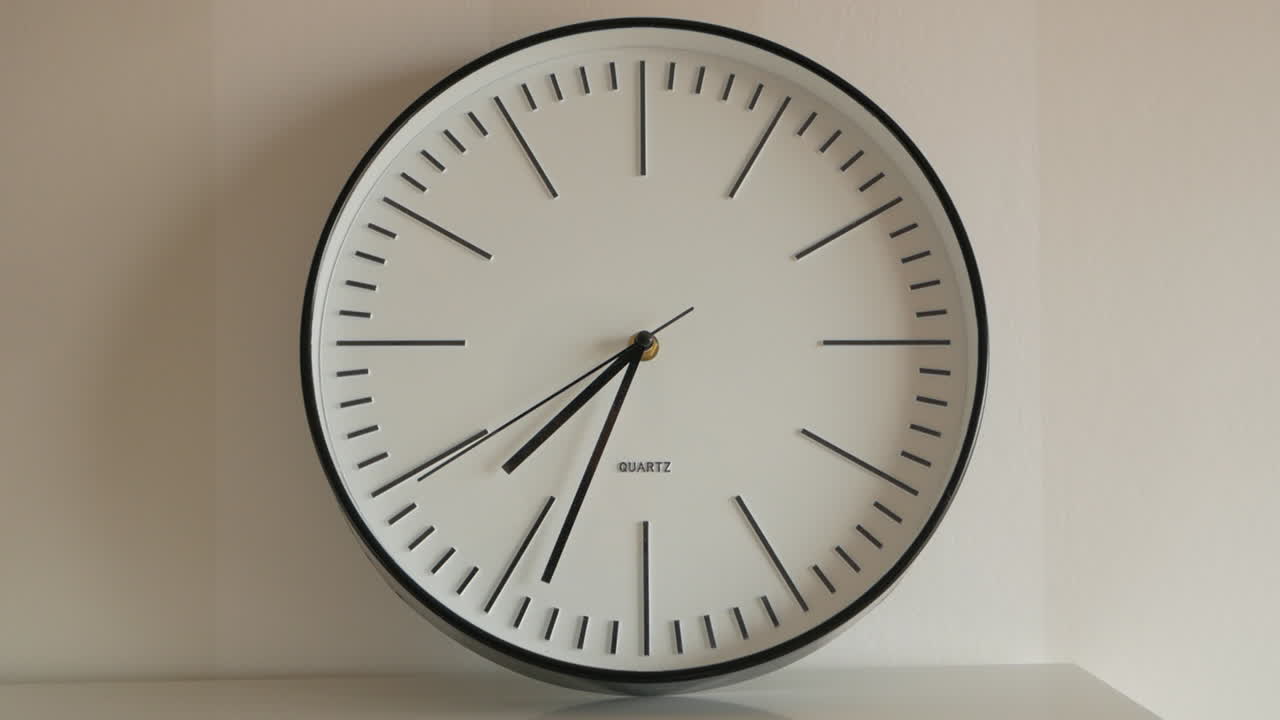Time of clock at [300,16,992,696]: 7:33
